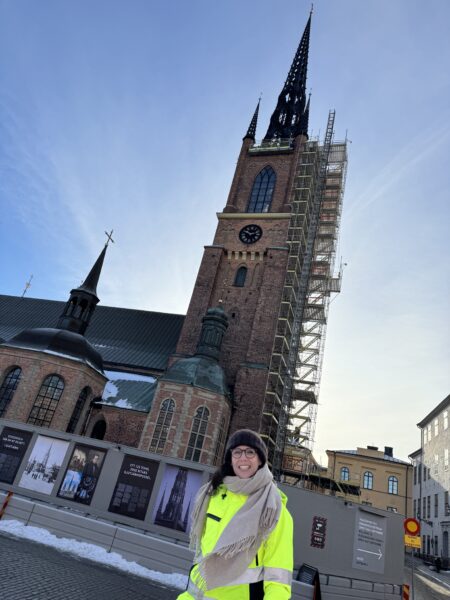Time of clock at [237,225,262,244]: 2:50
